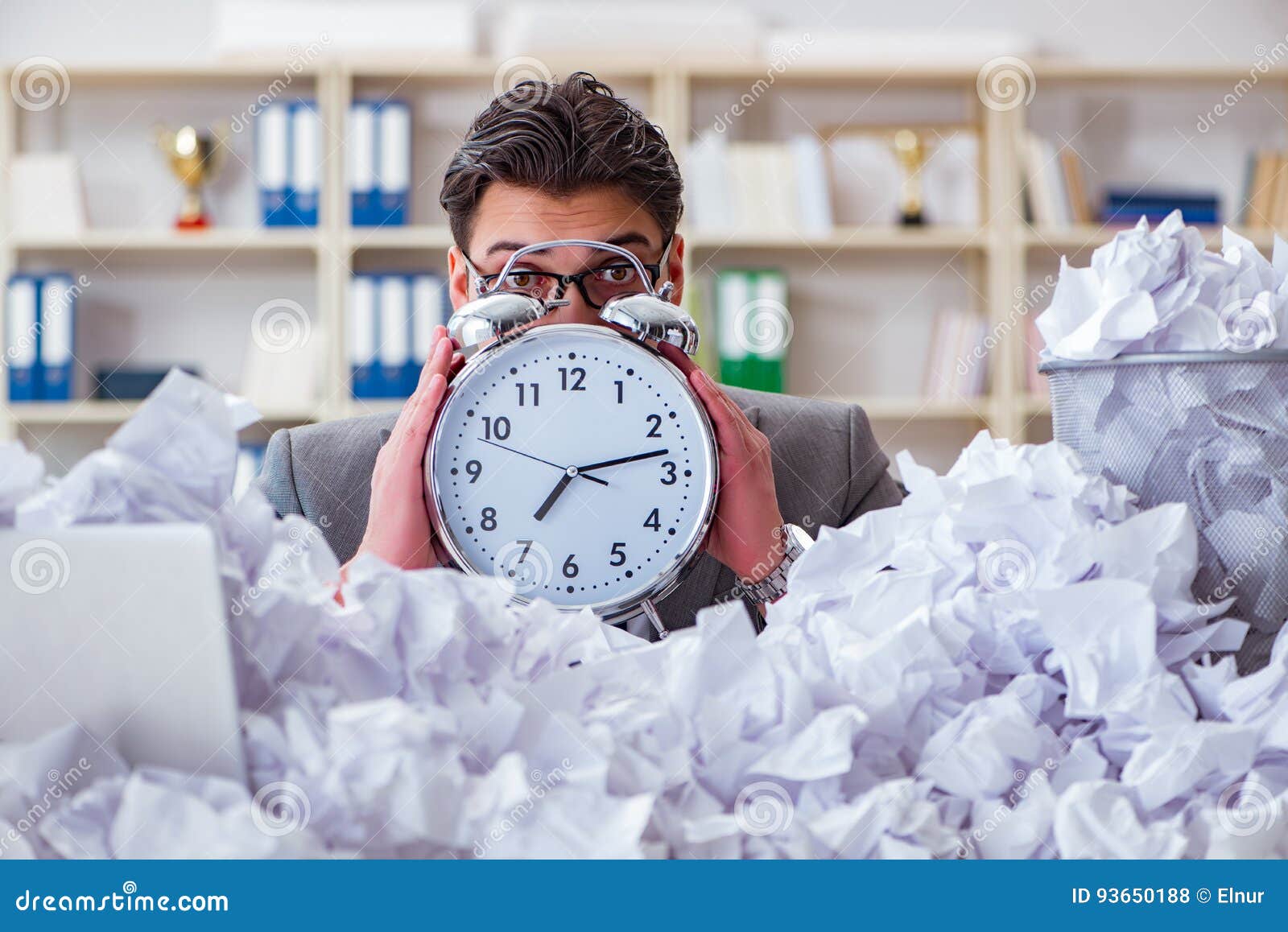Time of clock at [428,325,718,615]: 7:12
